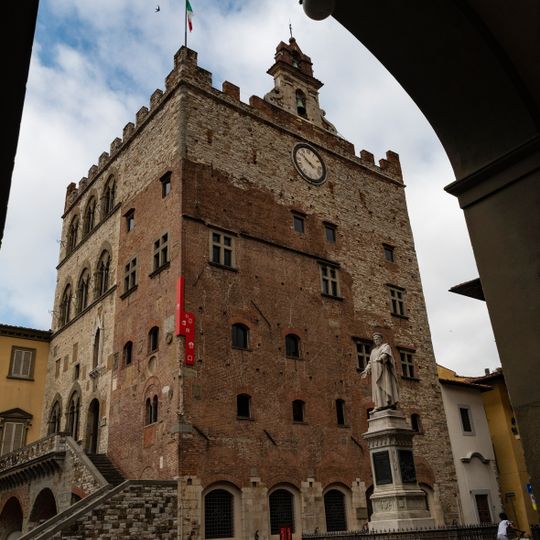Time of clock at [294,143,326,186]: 10:17
